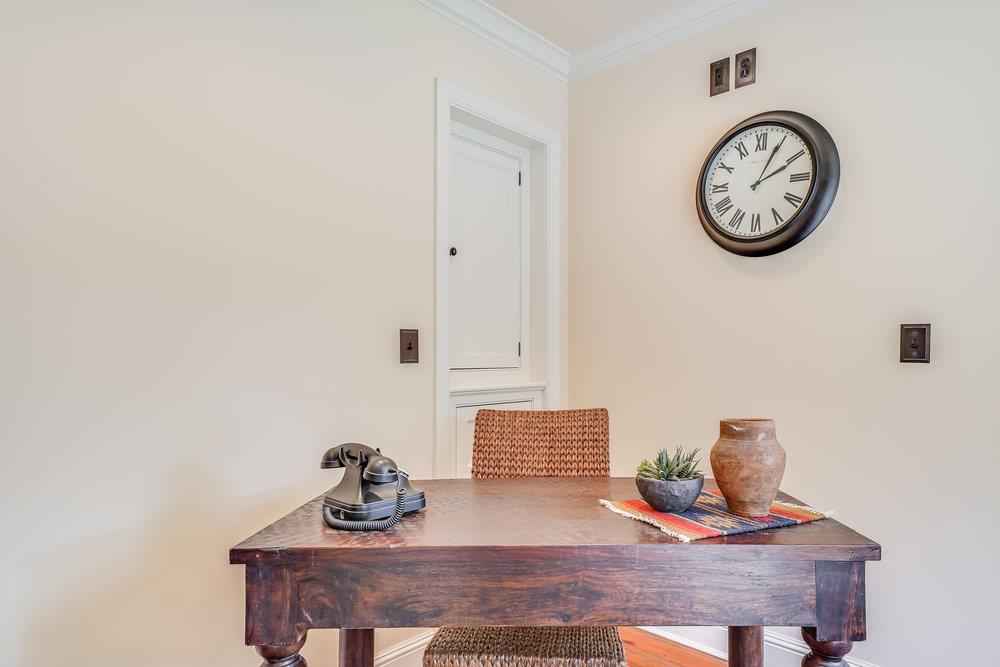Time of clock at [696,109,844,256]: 2:04
